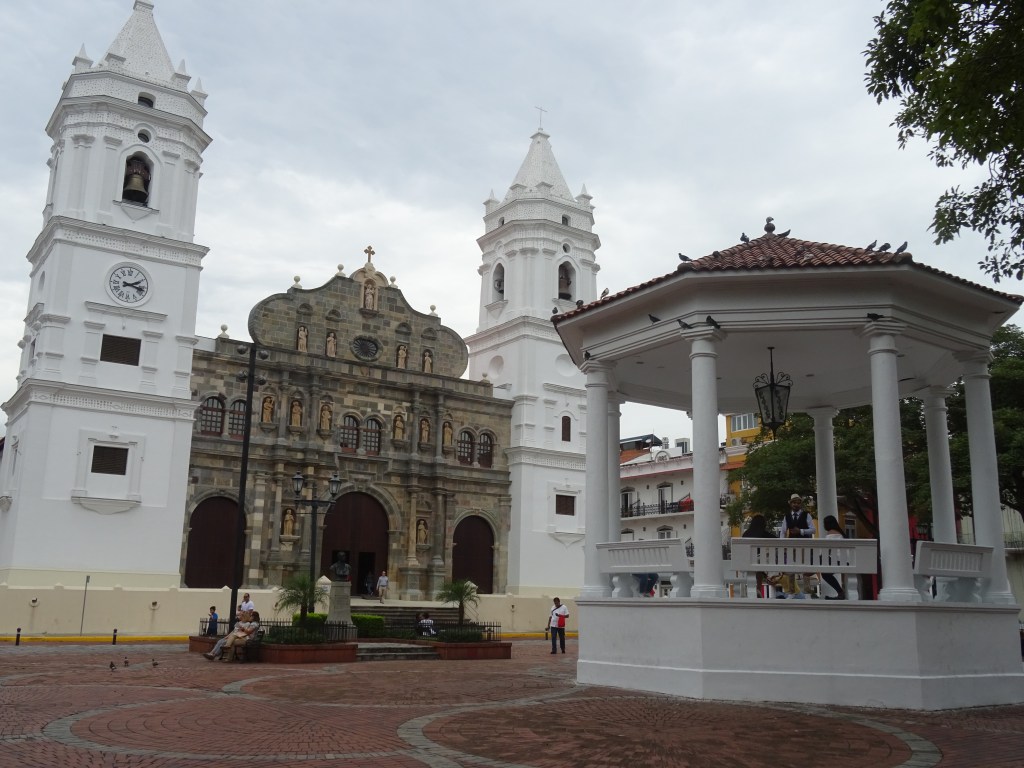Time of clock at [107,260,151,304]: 2:17
